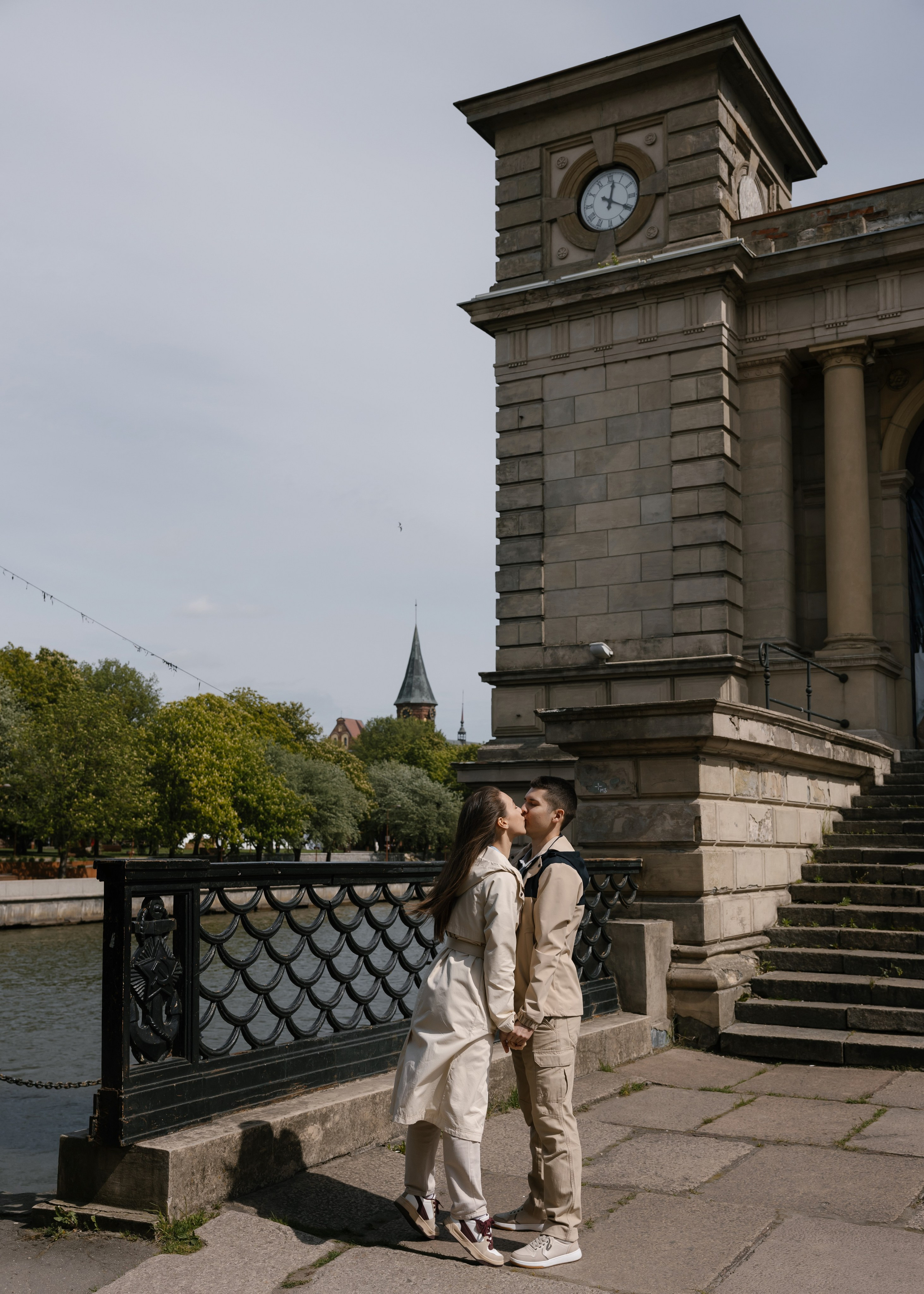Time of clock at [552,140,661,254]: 12:19
